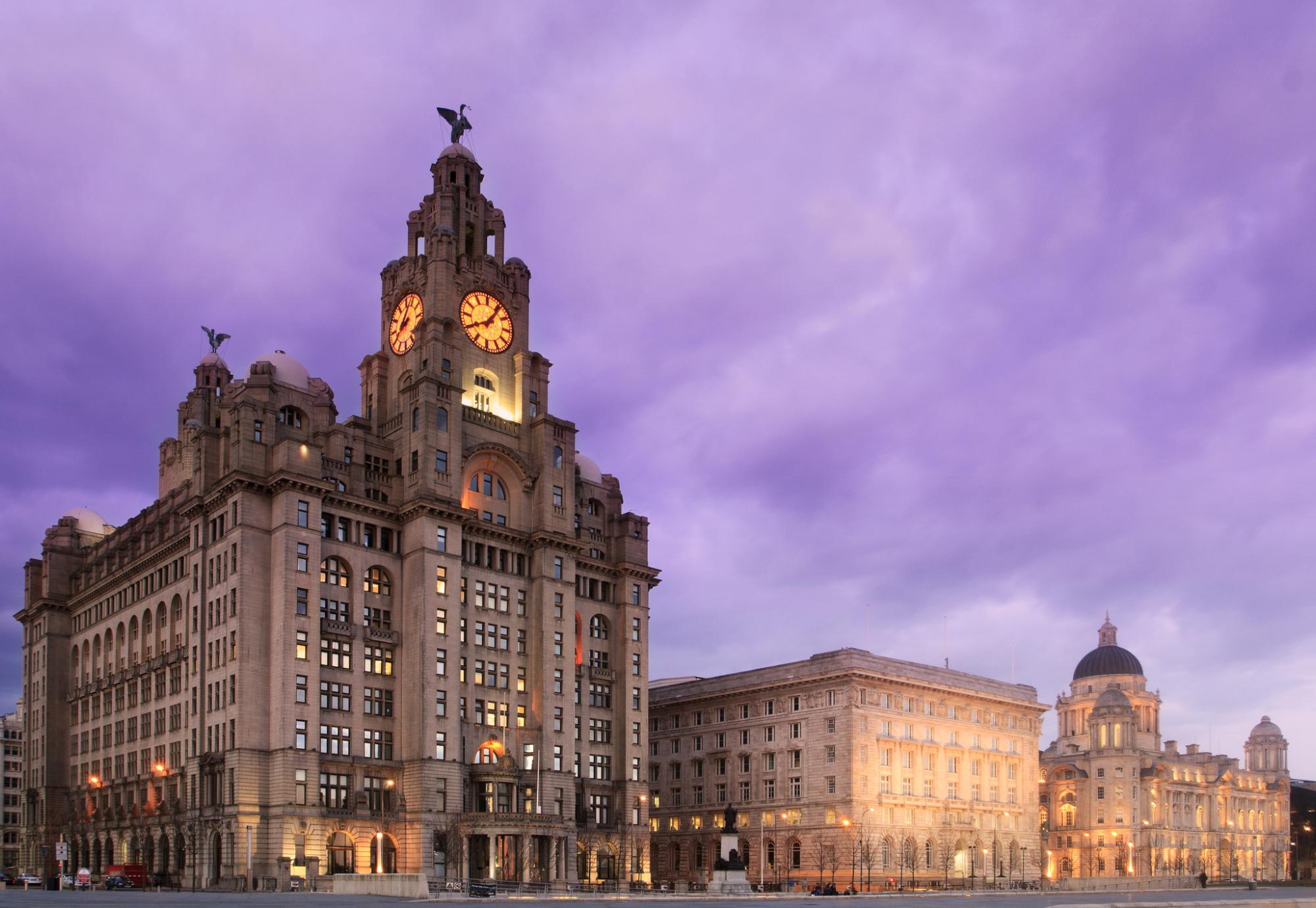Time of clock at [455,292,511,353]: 8:06
